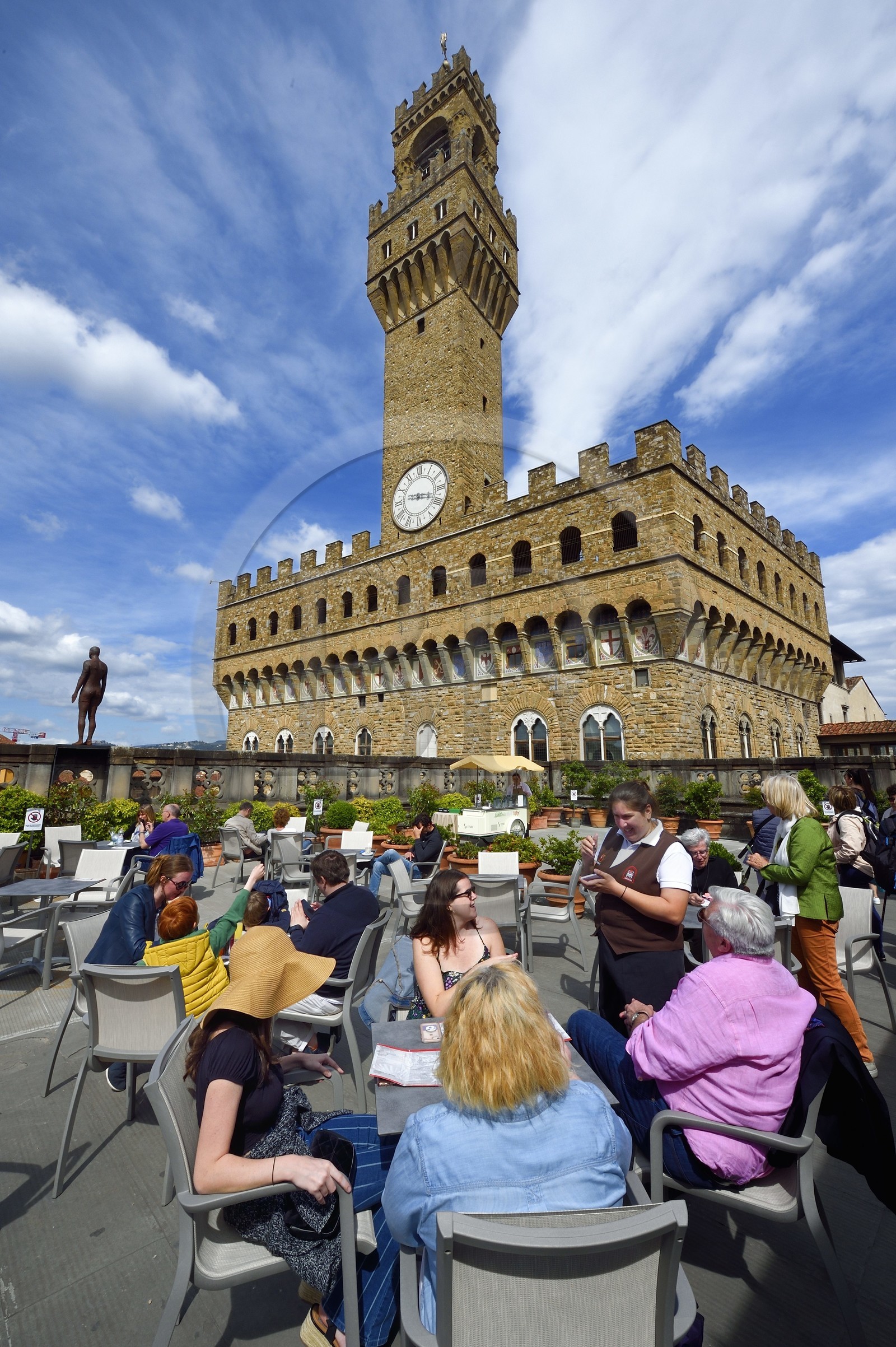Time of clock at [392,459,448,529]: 9:17
